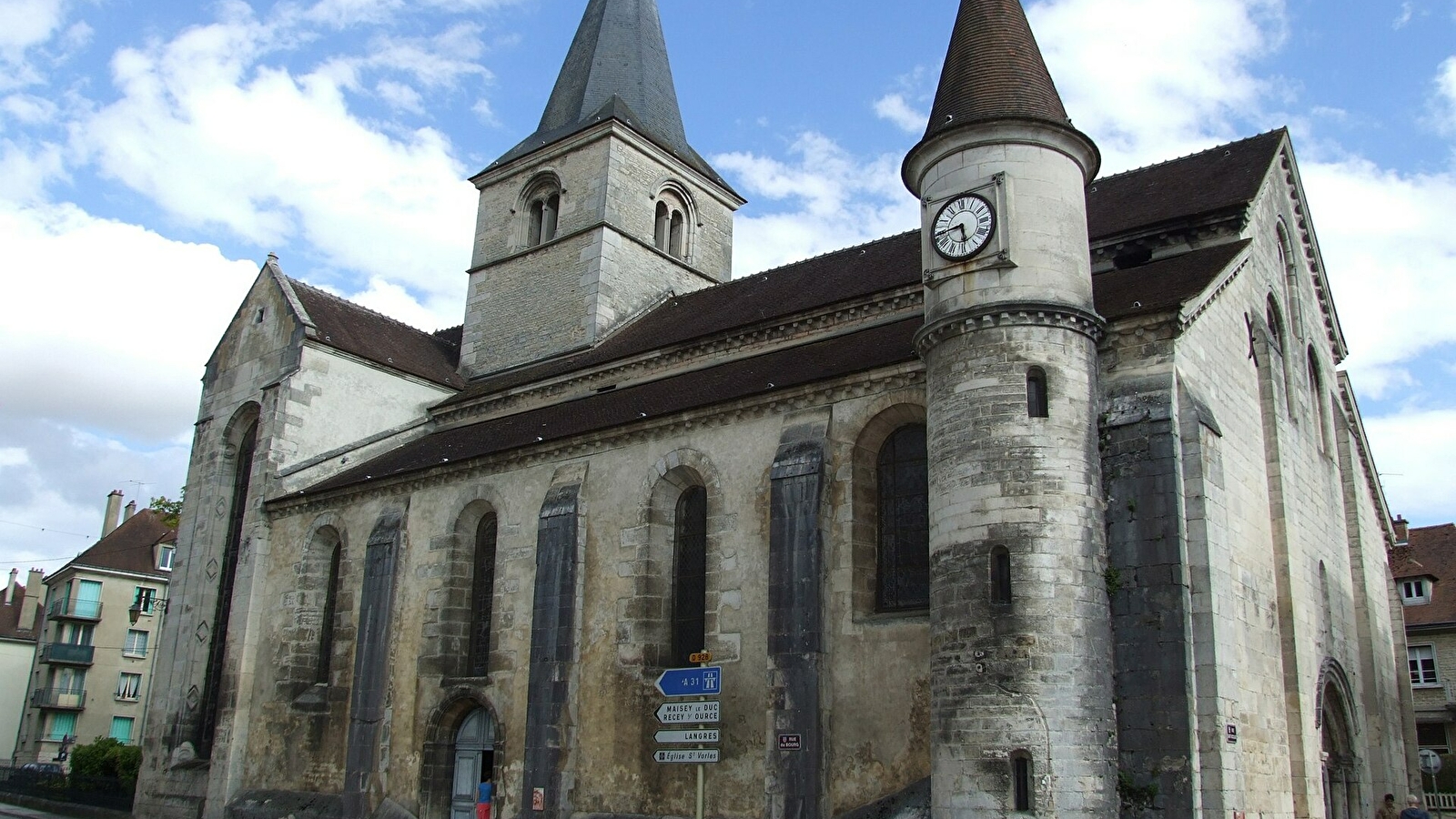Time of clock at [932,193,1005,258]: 5:44
